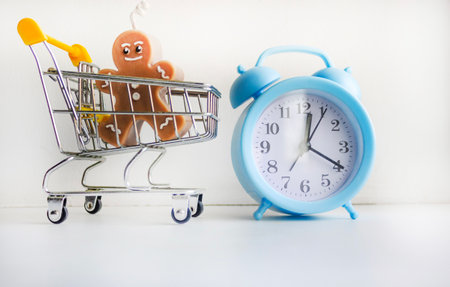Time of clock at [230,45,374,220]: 12:19
